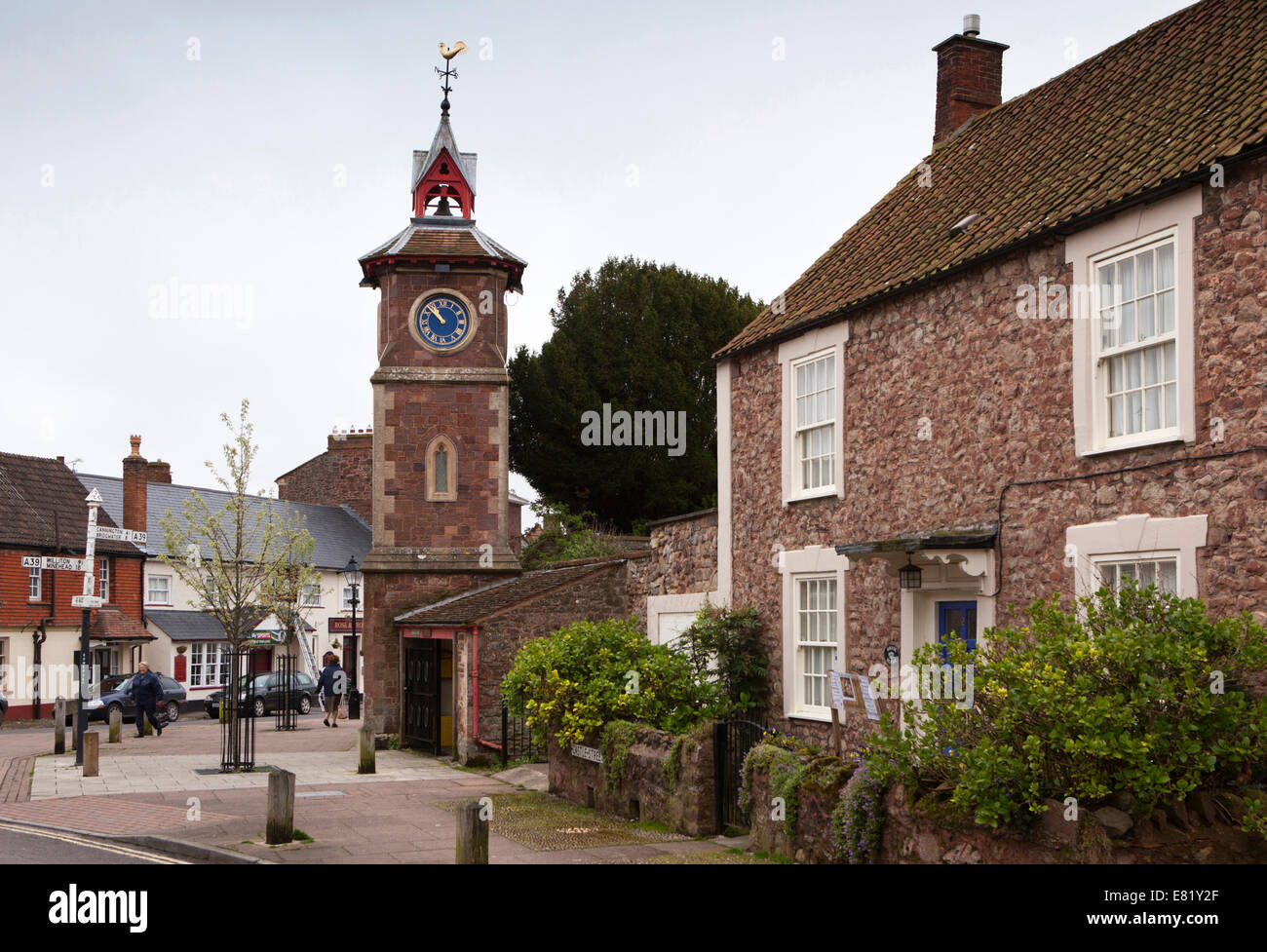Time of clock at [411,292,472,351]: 10:52
